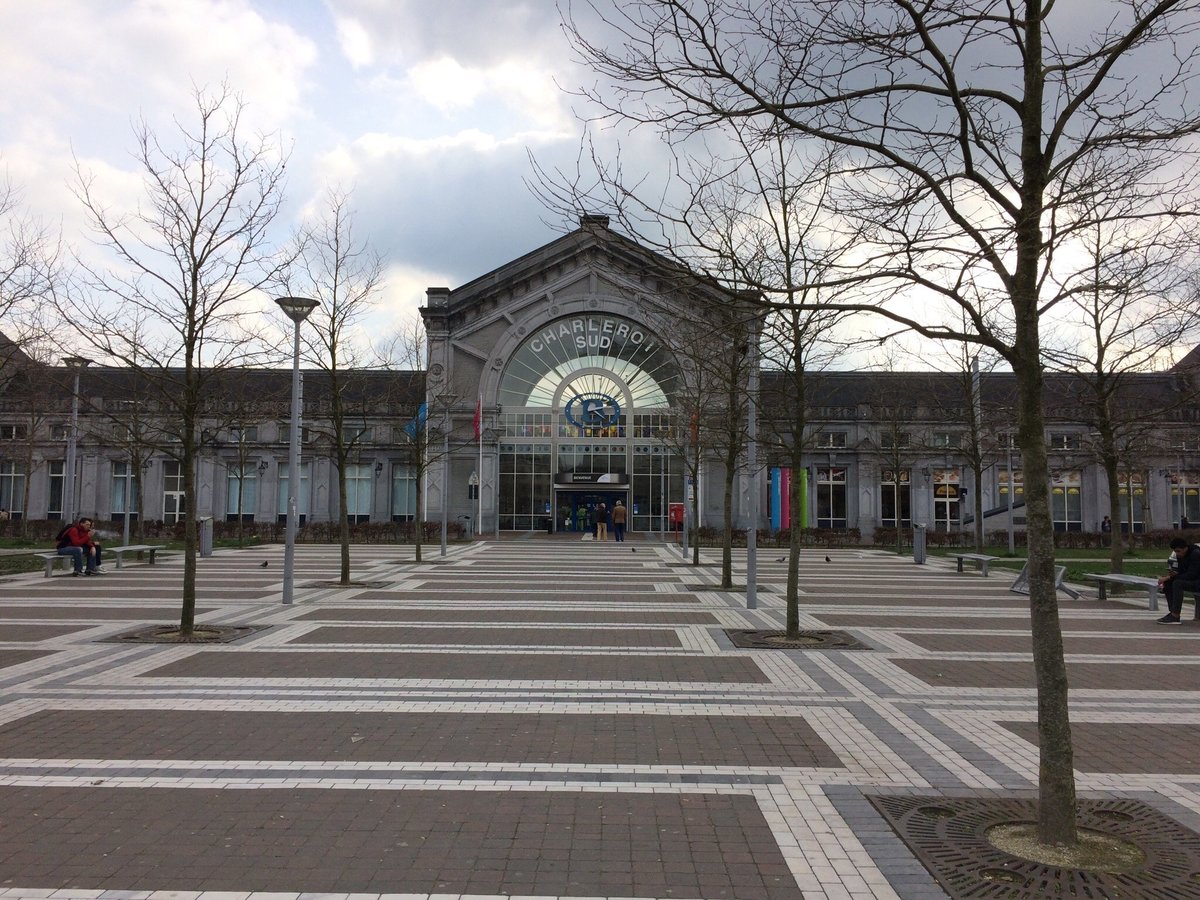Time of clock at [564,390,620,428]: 2:21
